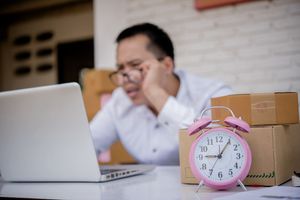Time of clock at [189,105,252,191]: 9:05
